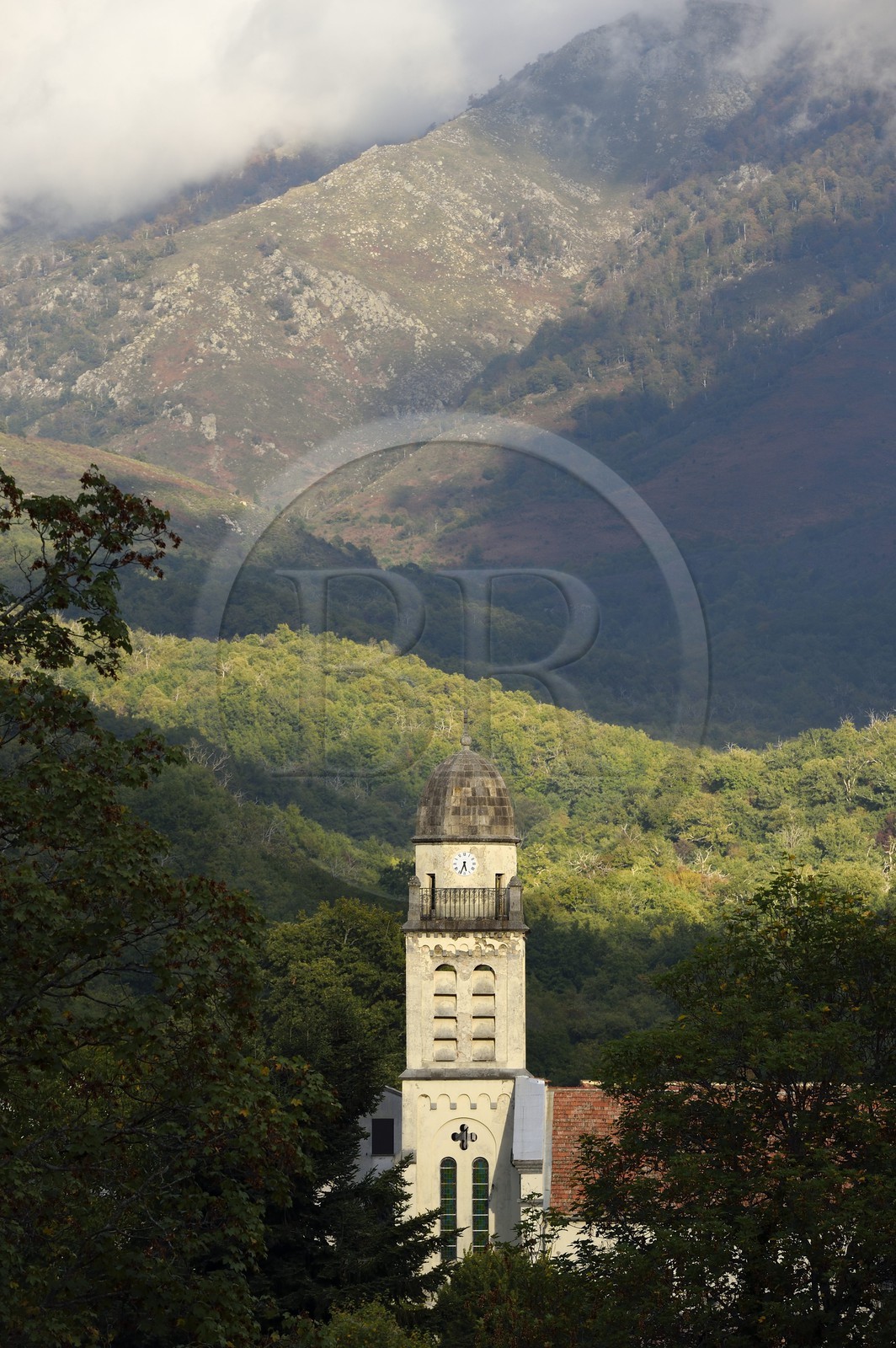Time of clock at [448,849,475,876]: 5:33
